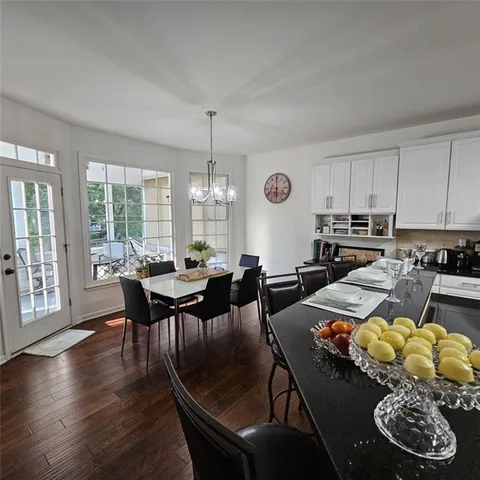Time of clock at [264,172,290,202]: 5:59
